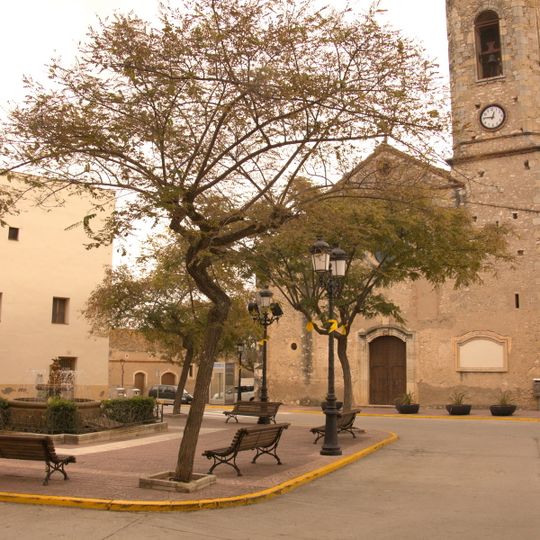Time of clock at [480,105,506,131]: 12:46
